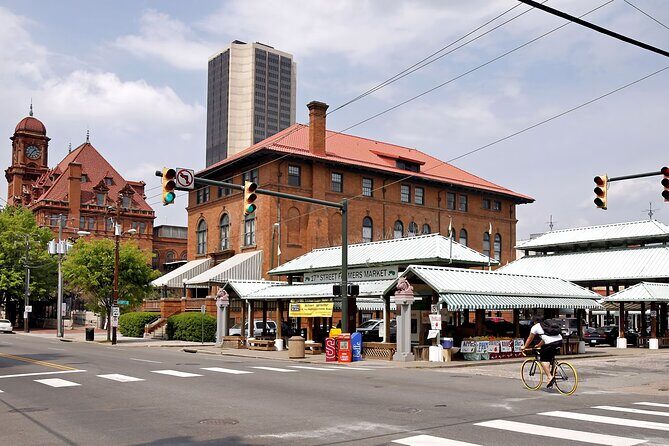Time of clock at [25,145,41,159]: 1:36
